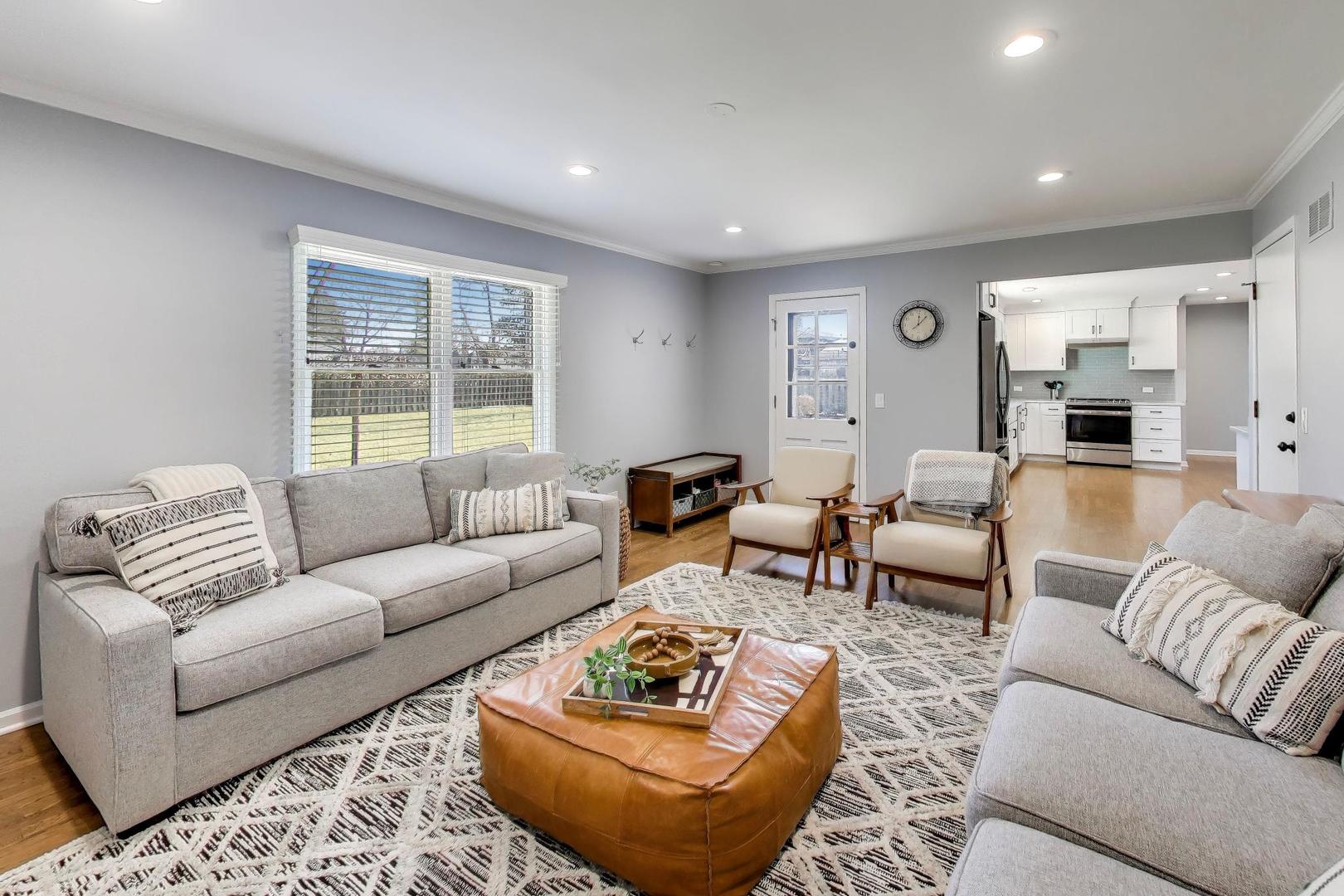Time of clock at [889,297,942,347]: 12:07
